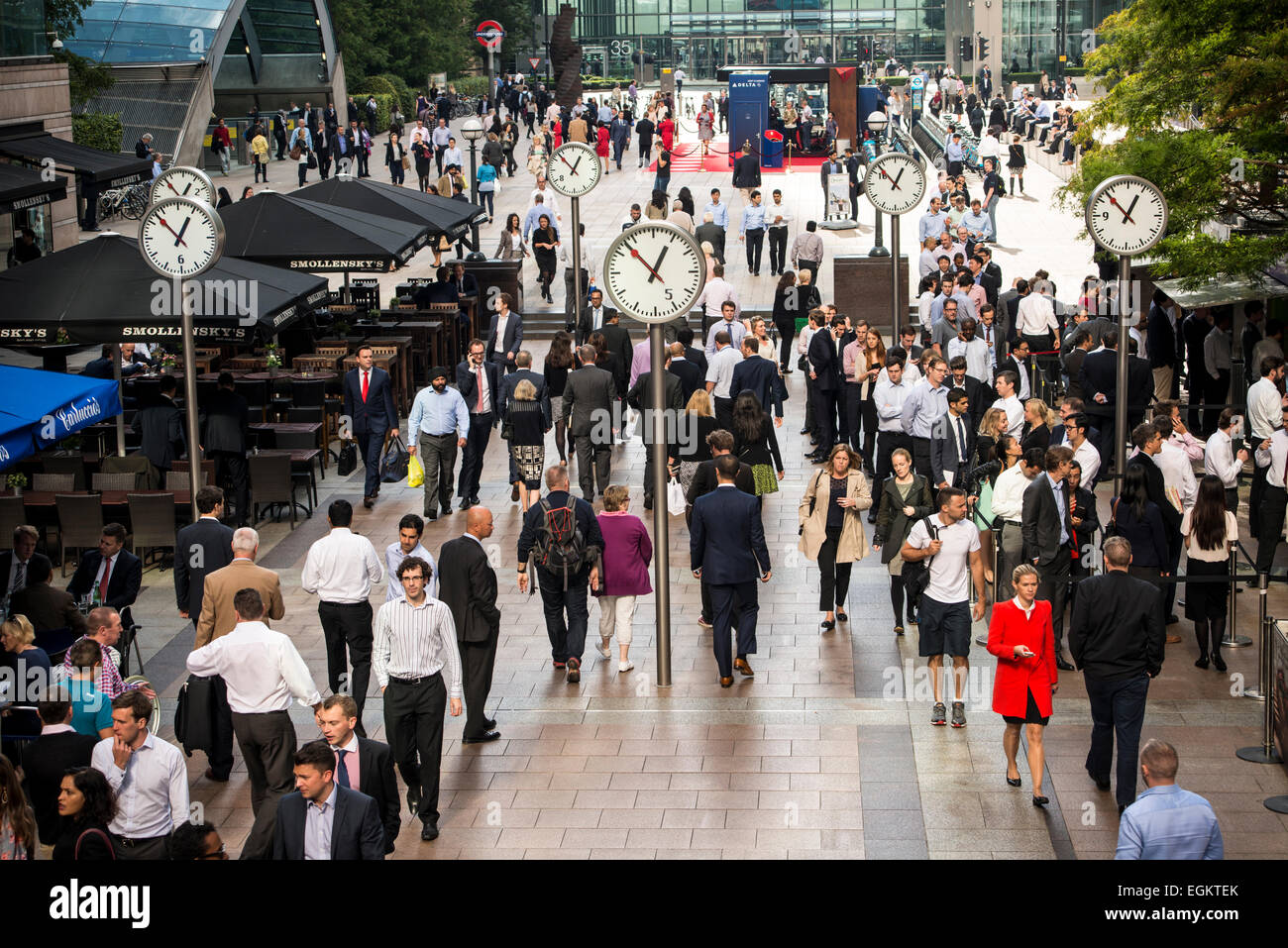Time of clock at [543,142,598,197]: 12:53
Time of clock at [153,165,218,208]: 12:52
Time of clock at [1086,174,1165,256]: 12:52
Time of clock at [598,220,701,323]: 12:52
